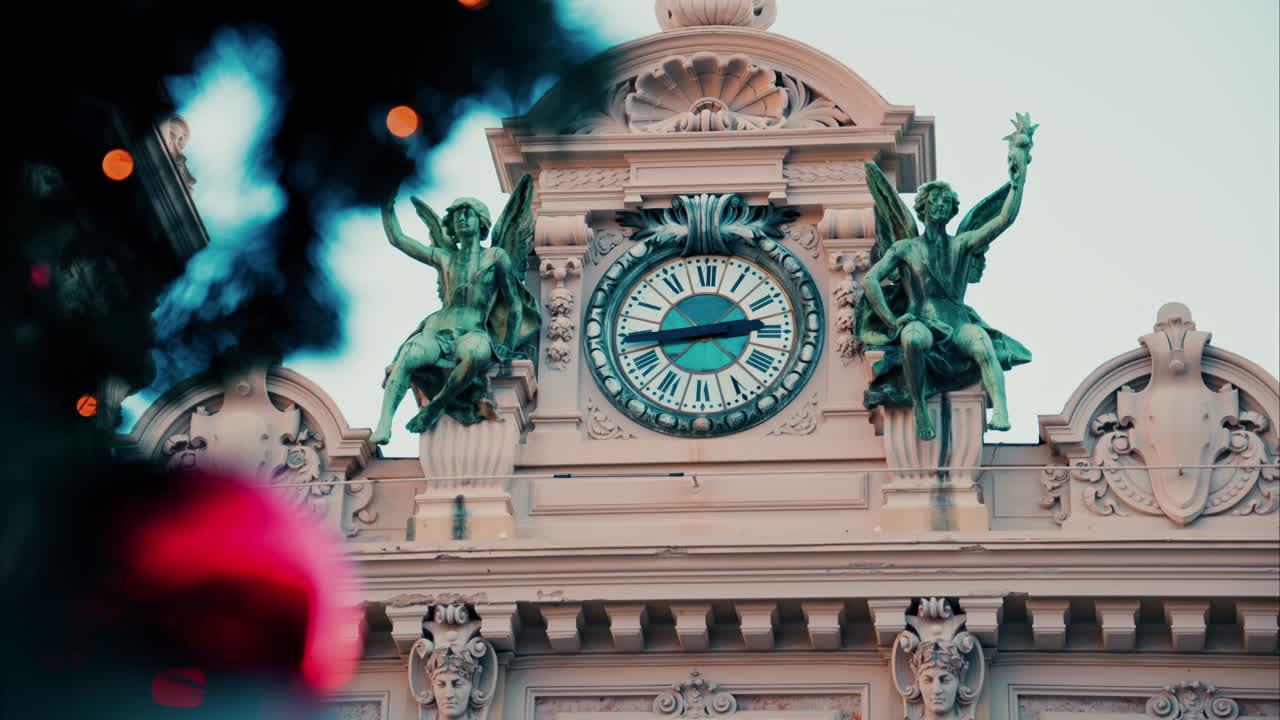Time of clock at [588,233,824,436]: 2:43
